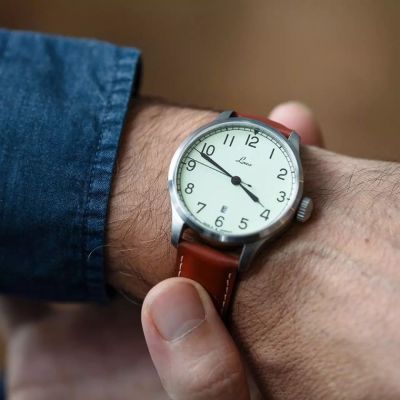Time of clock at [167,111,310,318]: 3:48
